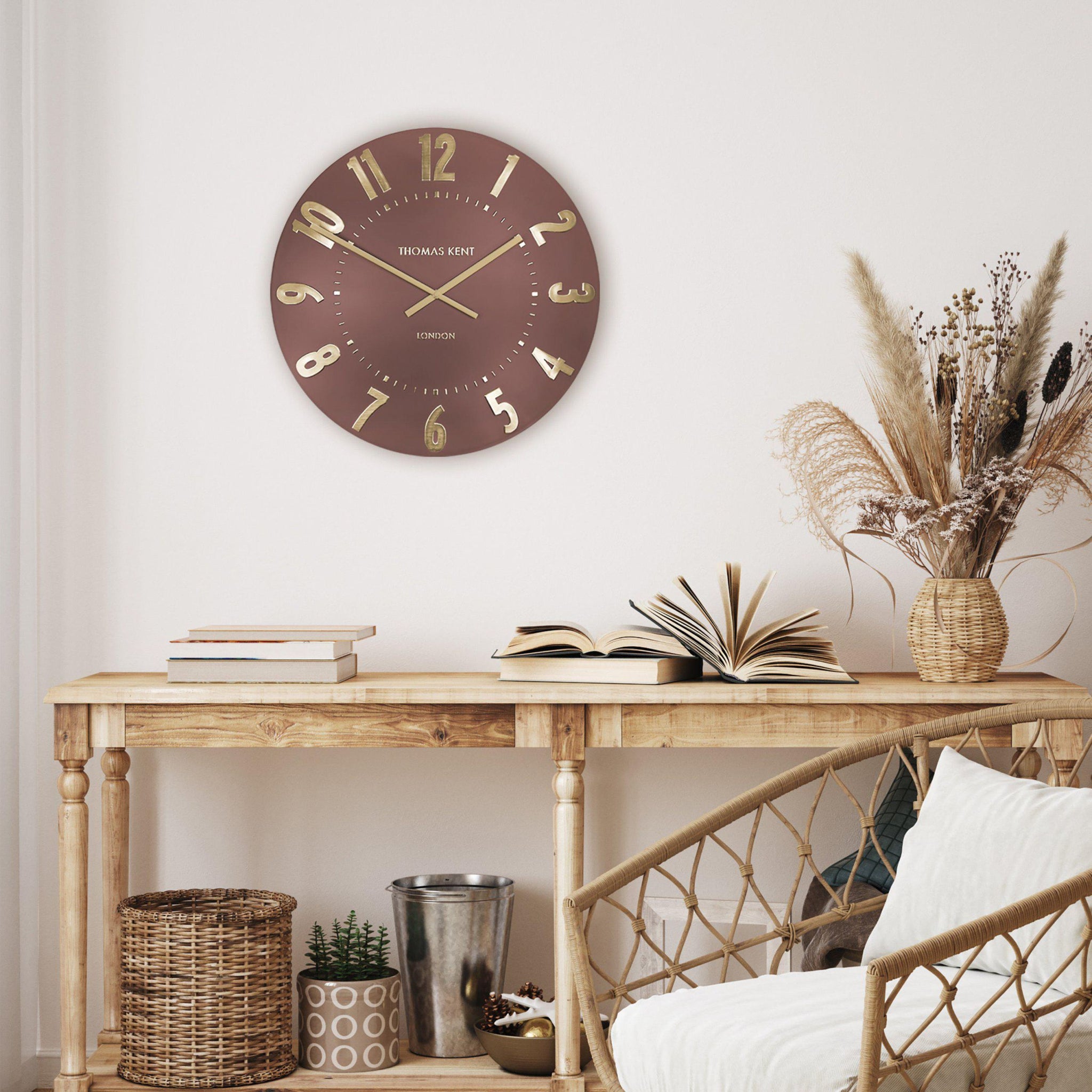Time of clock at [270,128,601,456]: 1:50
